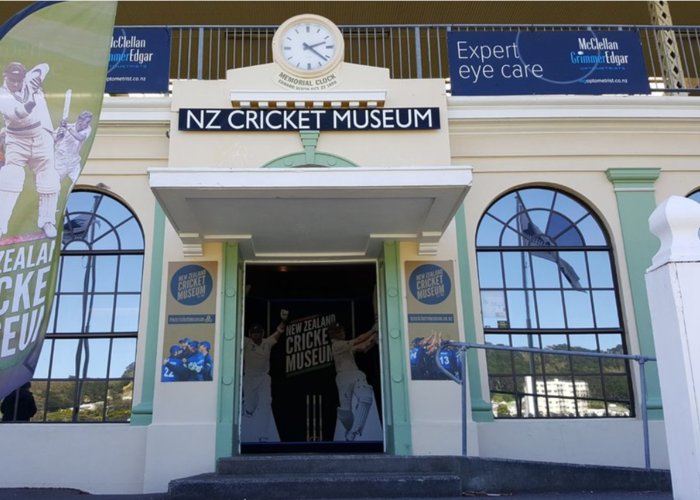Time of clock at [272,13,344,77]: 2:21
